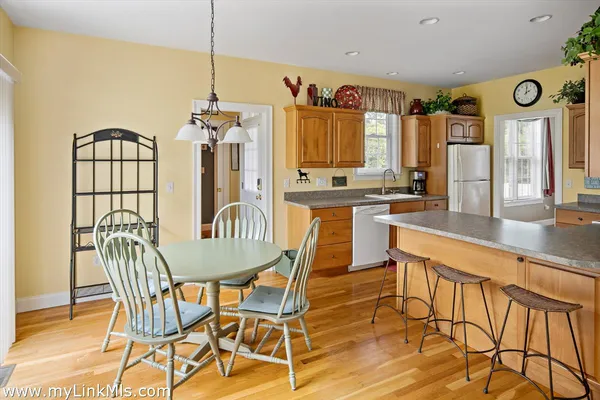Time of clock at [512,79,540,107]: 2:00
